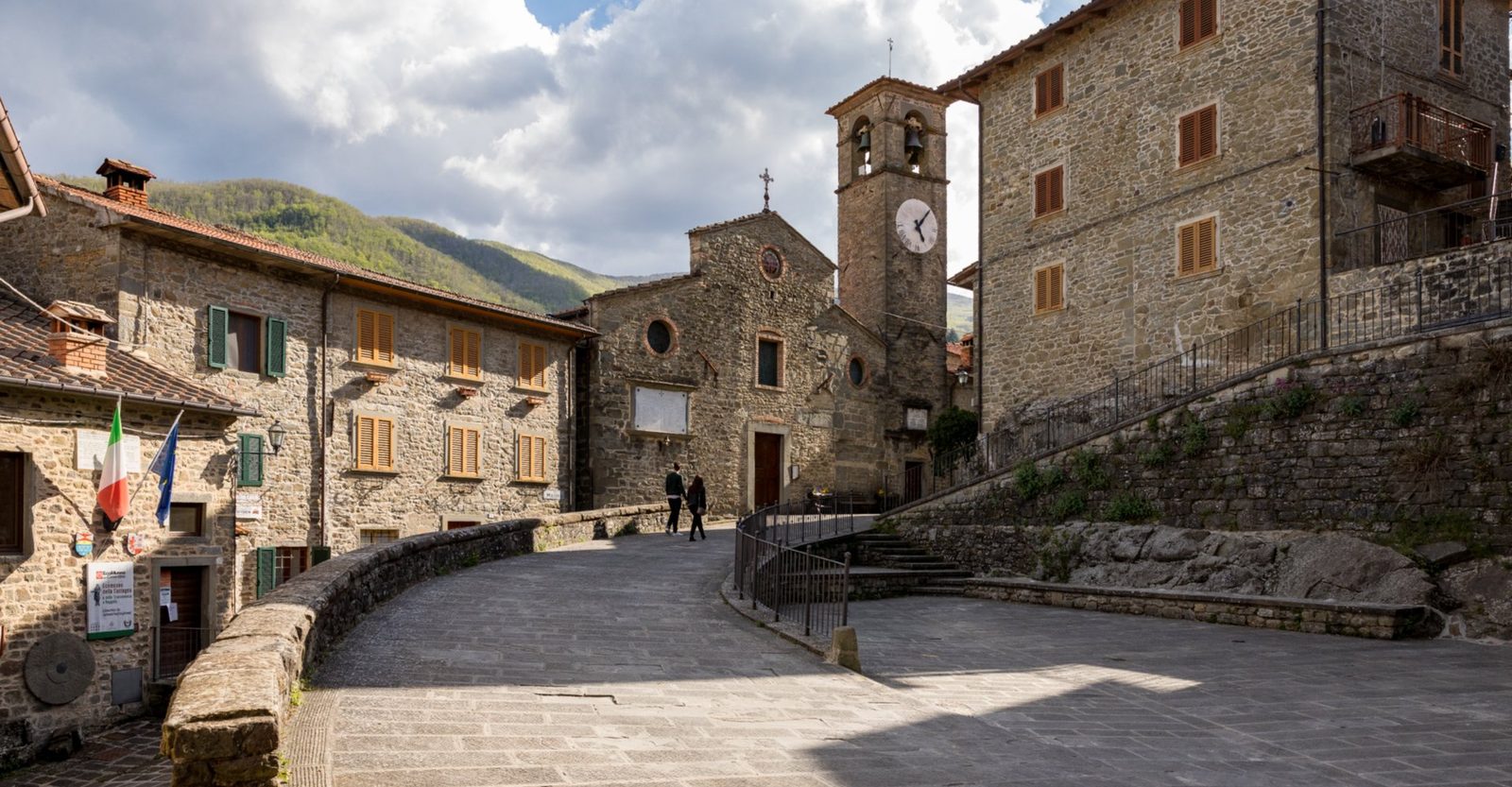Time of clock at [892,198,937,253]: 5:06
